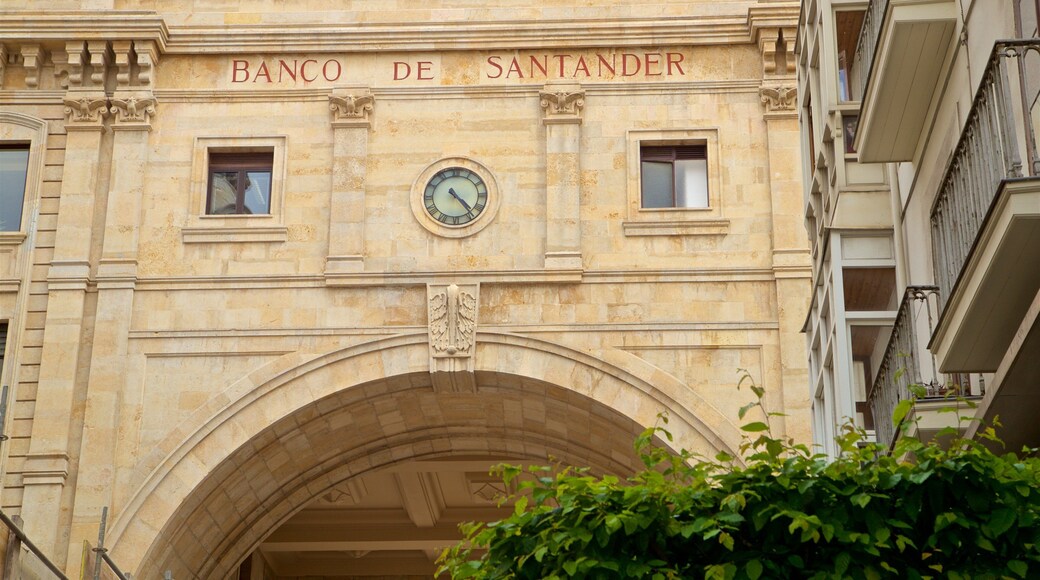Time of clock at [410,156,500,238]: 4:23
